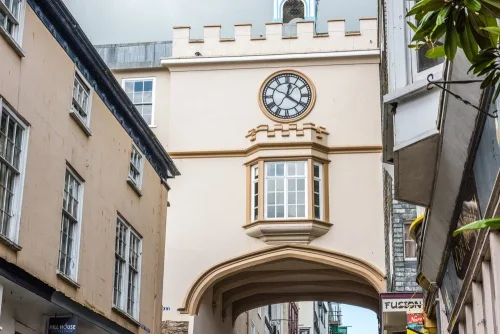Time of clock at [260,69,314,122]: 12:20
